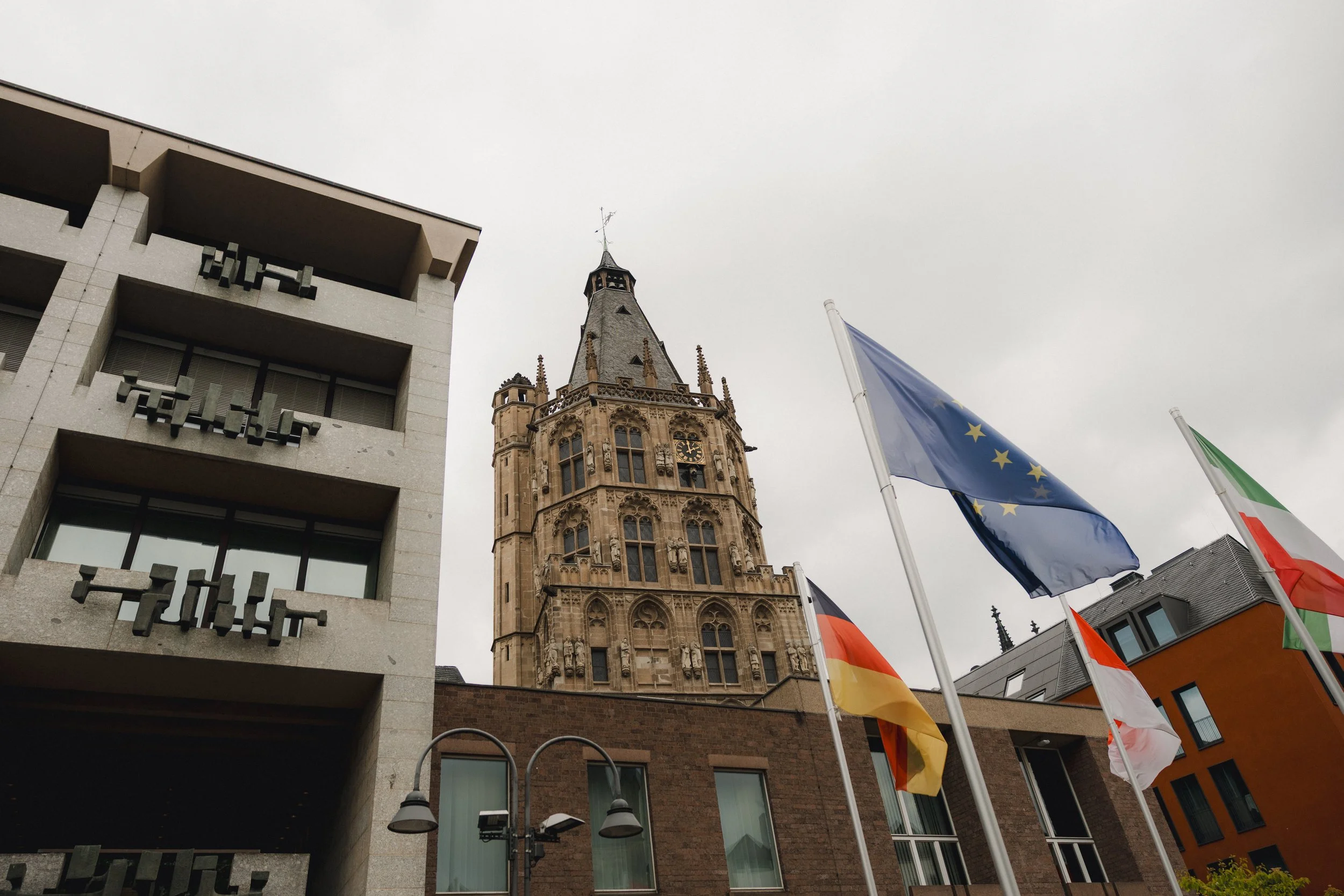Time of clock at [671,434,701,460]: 1:59
